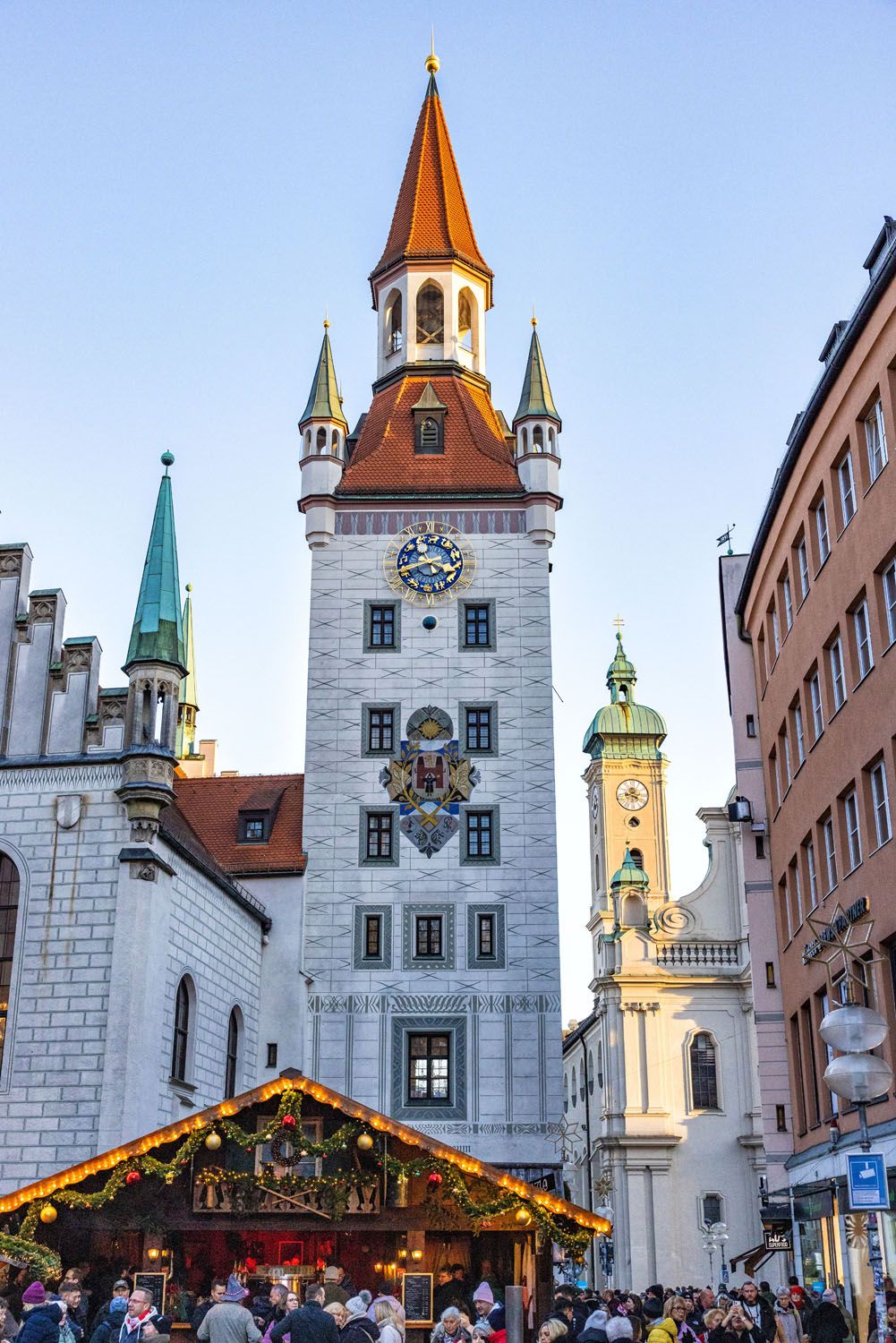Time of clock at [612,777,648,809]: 3:43
